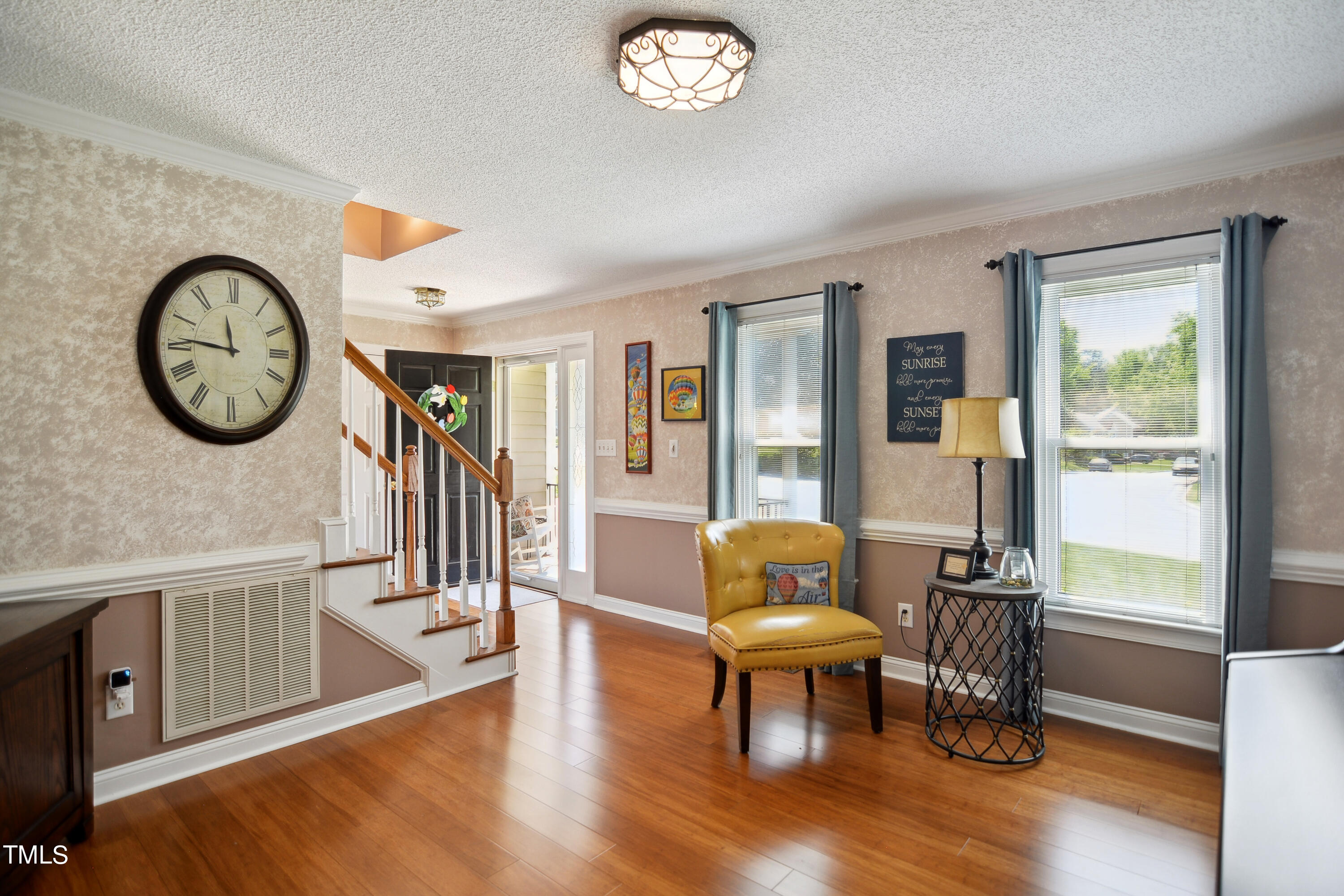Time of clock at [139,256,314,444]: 11:45
